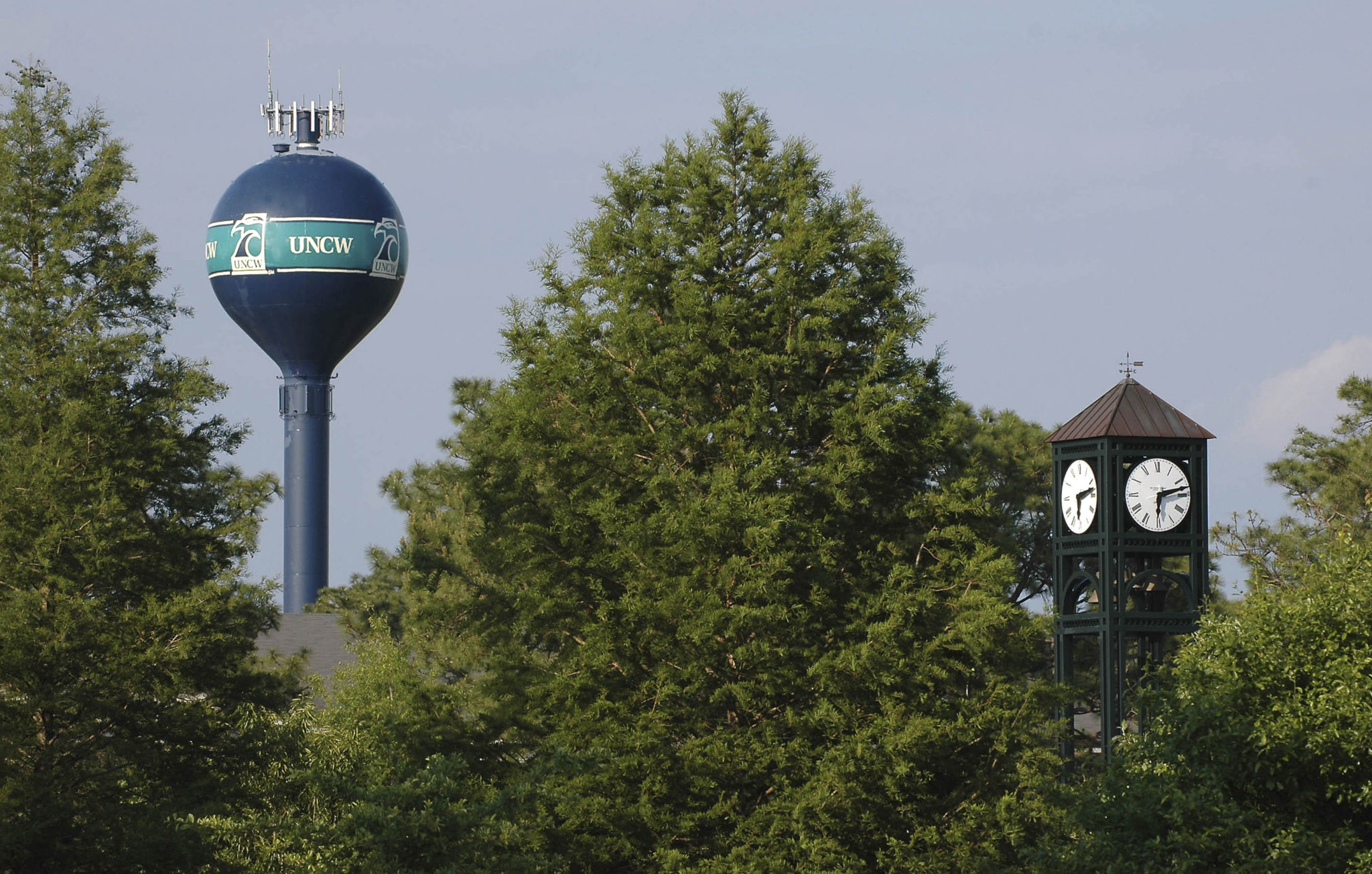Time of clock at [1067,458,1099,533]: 6:13
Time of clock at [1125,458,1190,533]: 6:12
